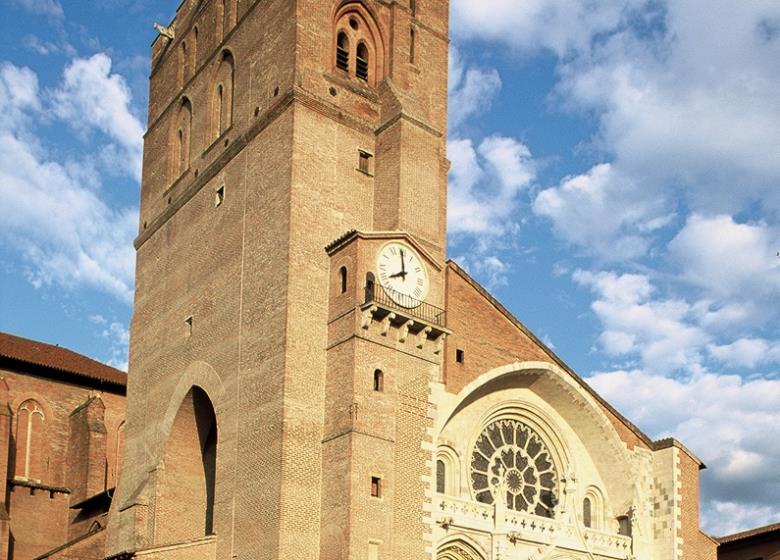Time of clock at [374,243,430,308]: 7:59
